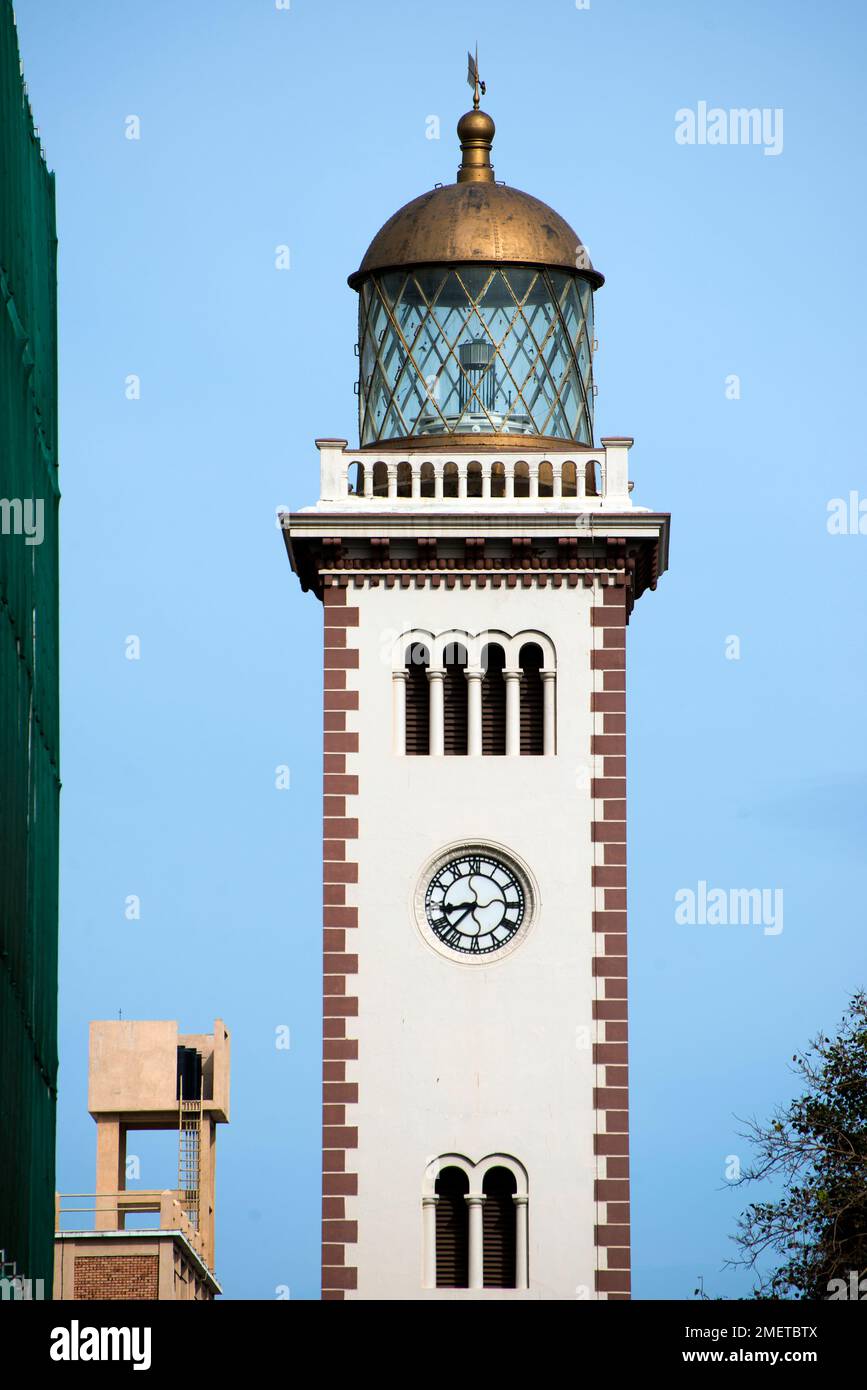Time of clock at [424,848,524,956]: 8:37
